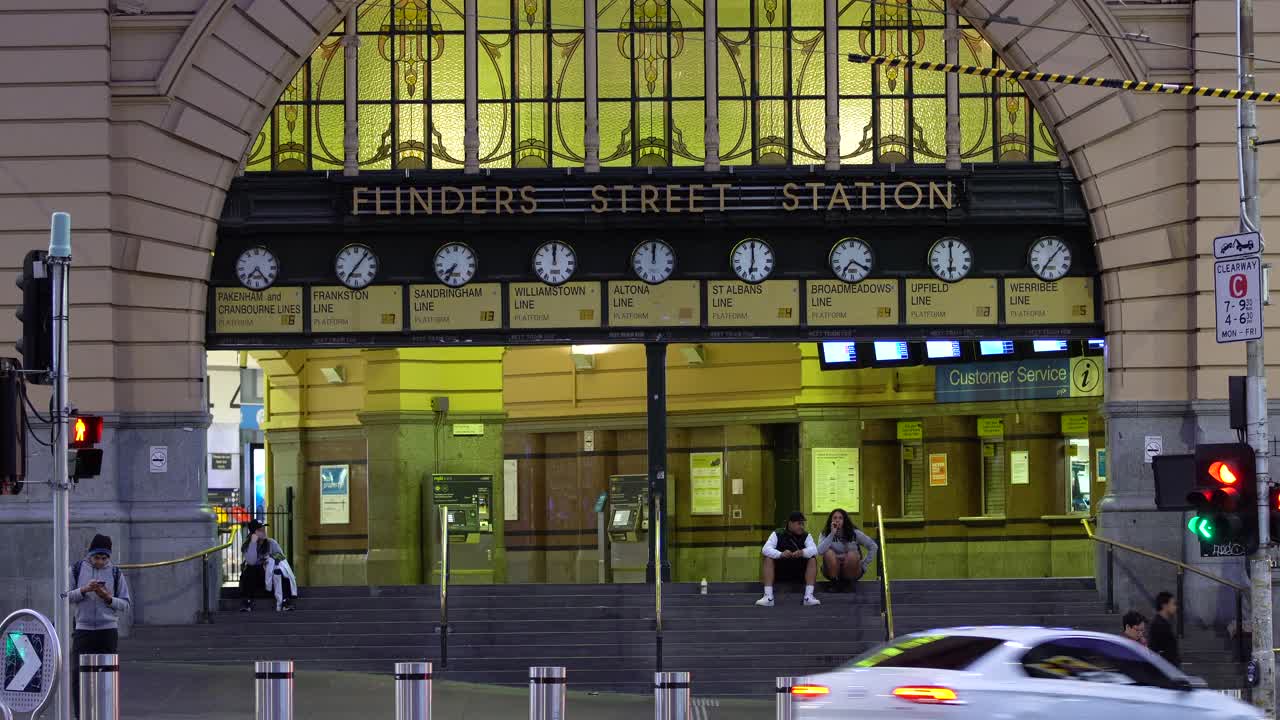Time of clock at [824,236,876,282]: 7:20
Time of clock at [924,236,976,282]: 5:59
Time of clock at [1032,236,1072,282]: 7:07
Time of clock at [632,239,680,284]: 12:00
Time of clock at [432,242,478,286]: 7:34
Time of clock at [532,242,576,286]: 12:00
